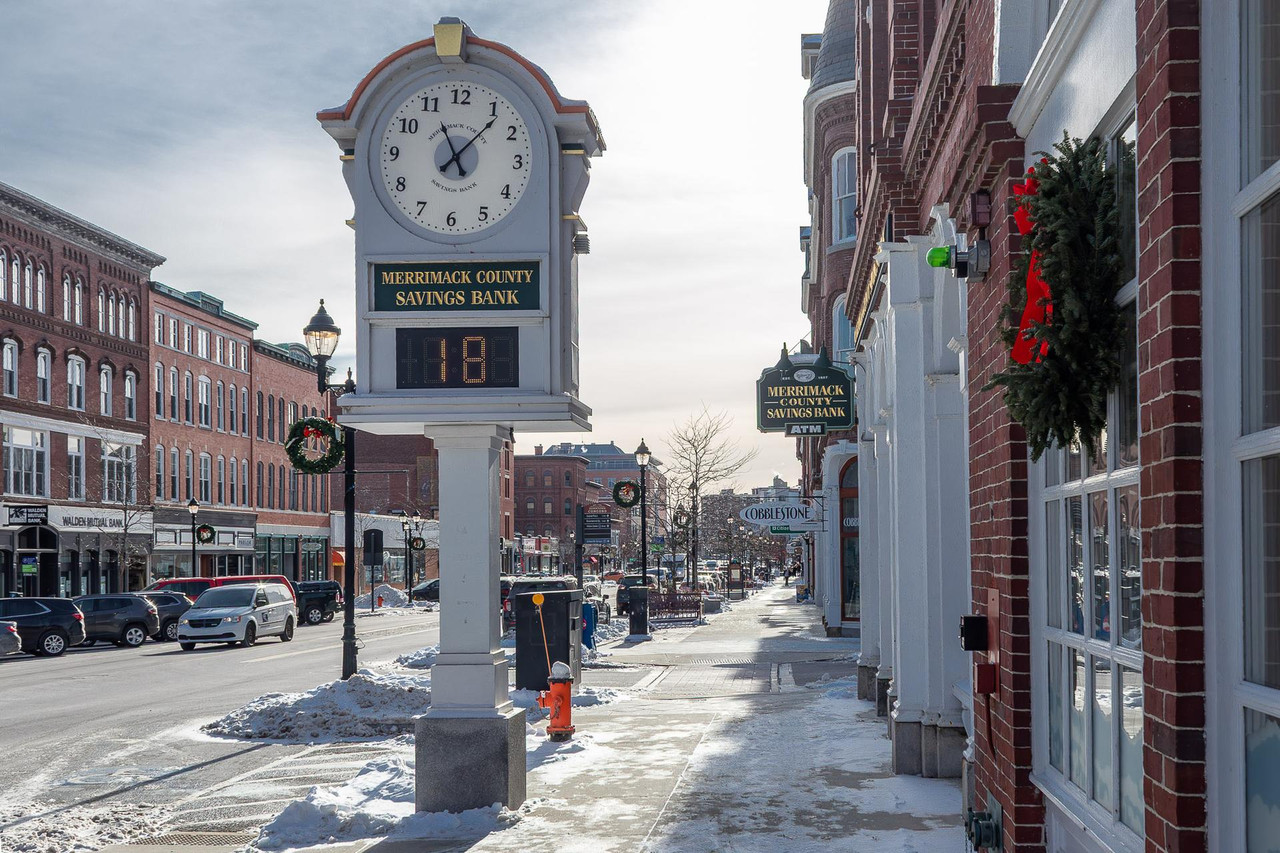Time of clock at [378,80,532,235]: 11:06
